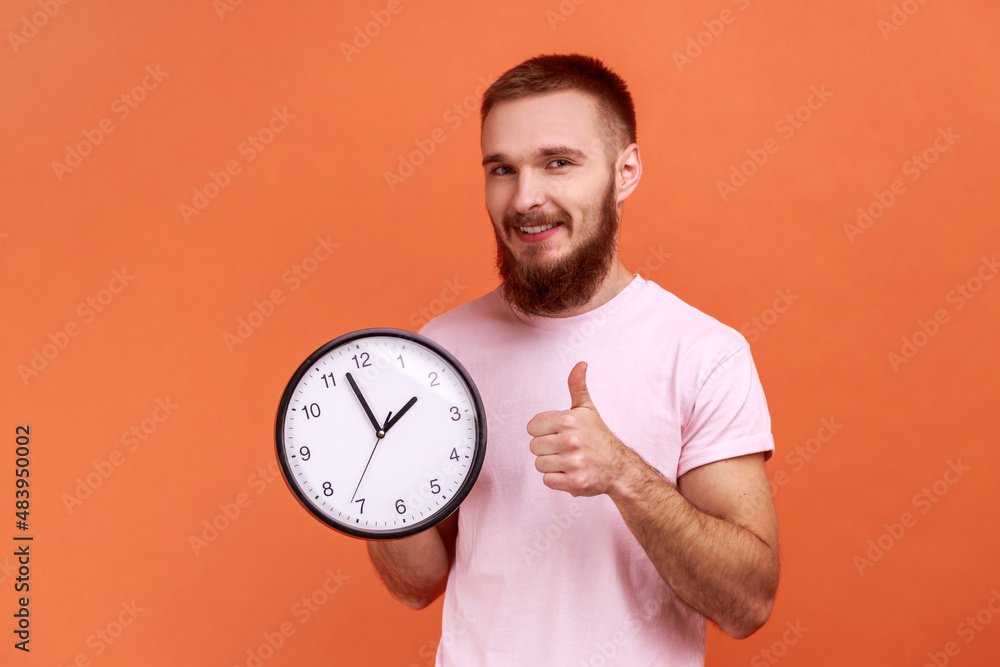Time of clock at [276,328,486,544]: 1:57
